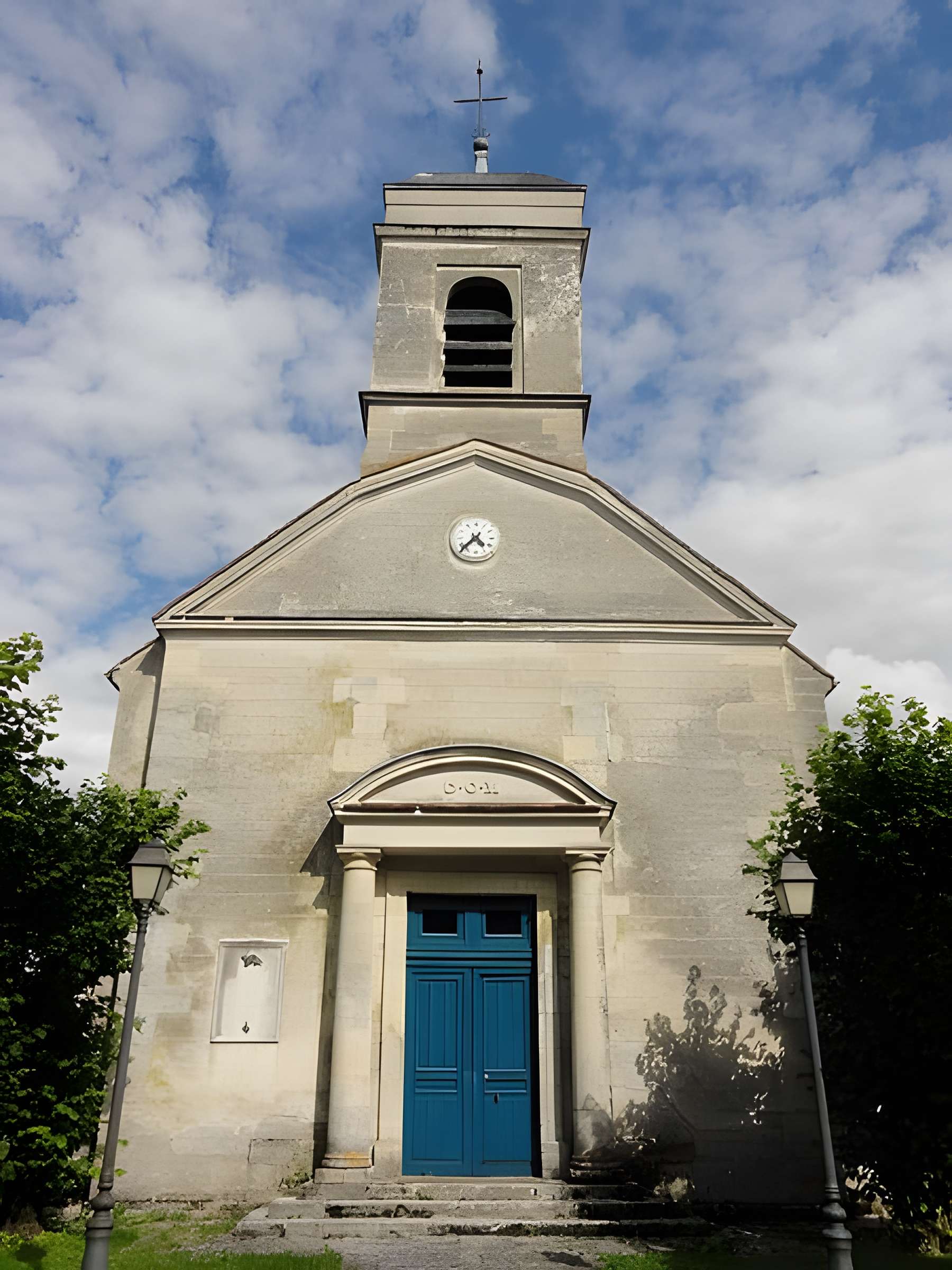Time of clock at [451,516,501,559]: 4:37
